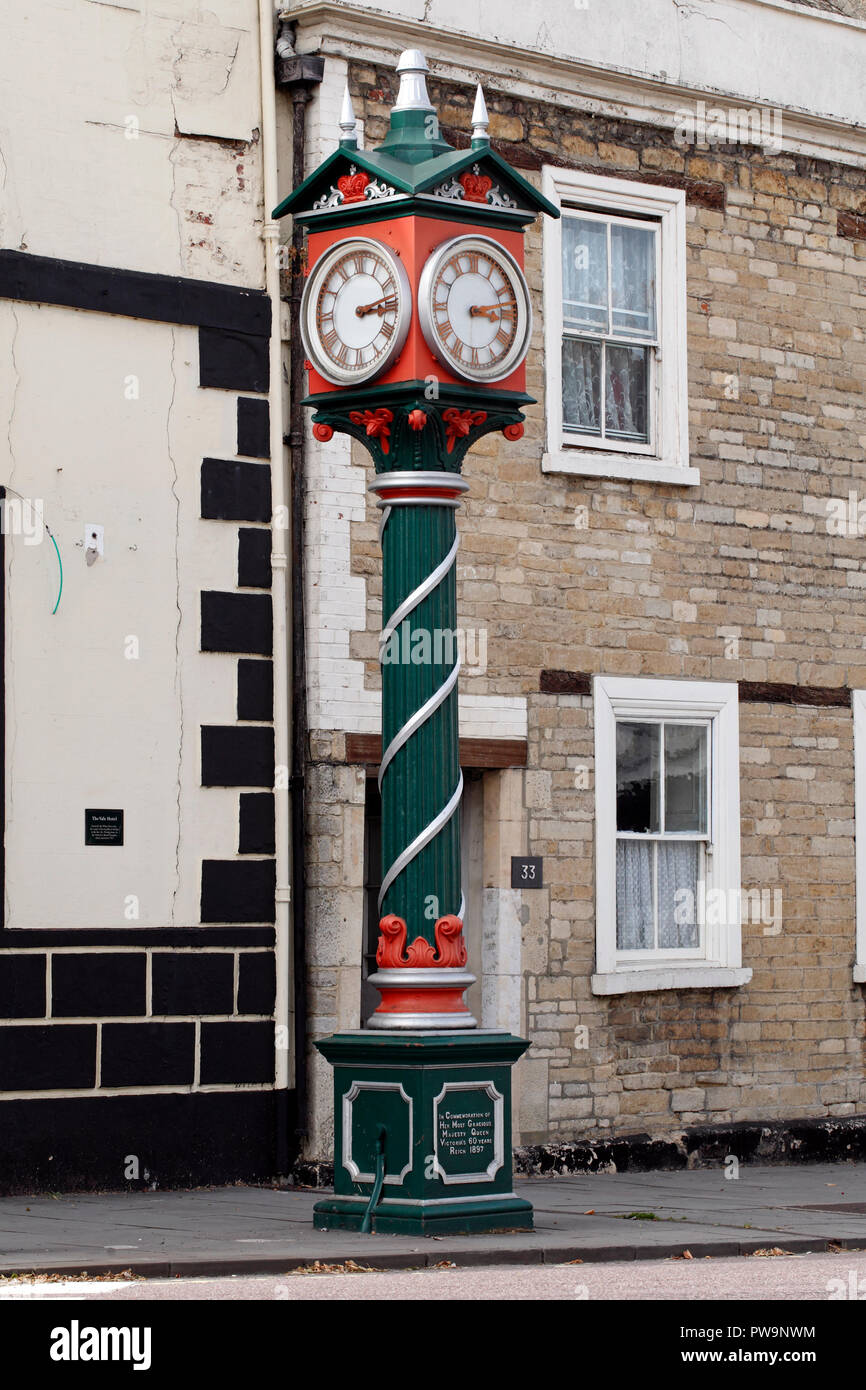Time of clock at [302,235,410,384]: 3:13
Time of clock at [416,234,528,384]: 3:13
